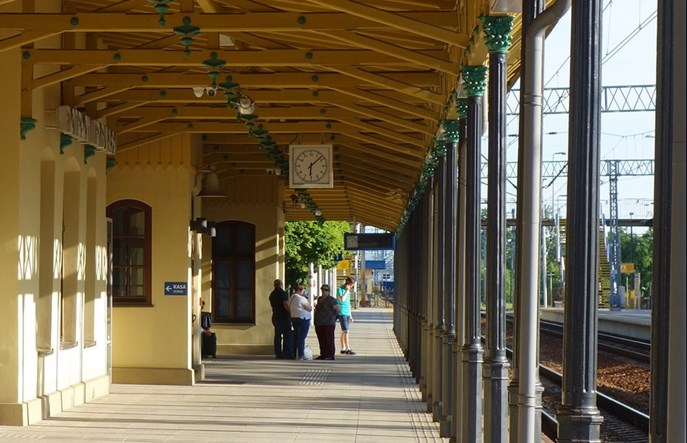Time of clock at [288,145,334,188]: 6:08
